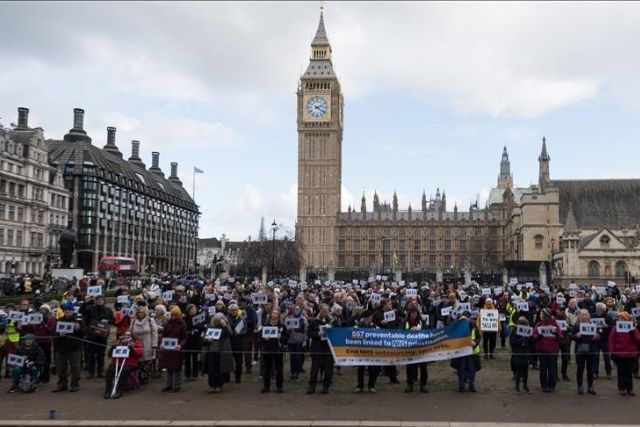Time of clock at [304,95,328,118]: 2:21
